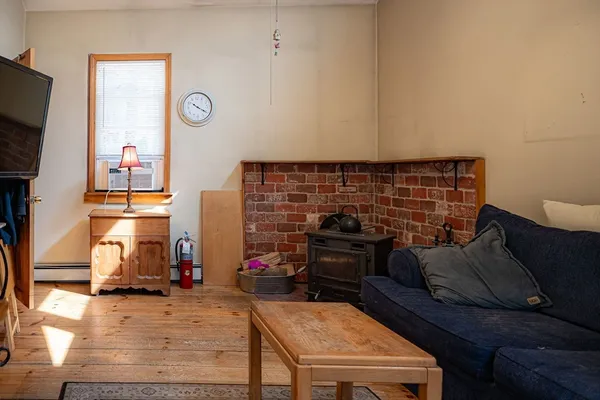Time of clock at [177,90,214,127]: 10:20
